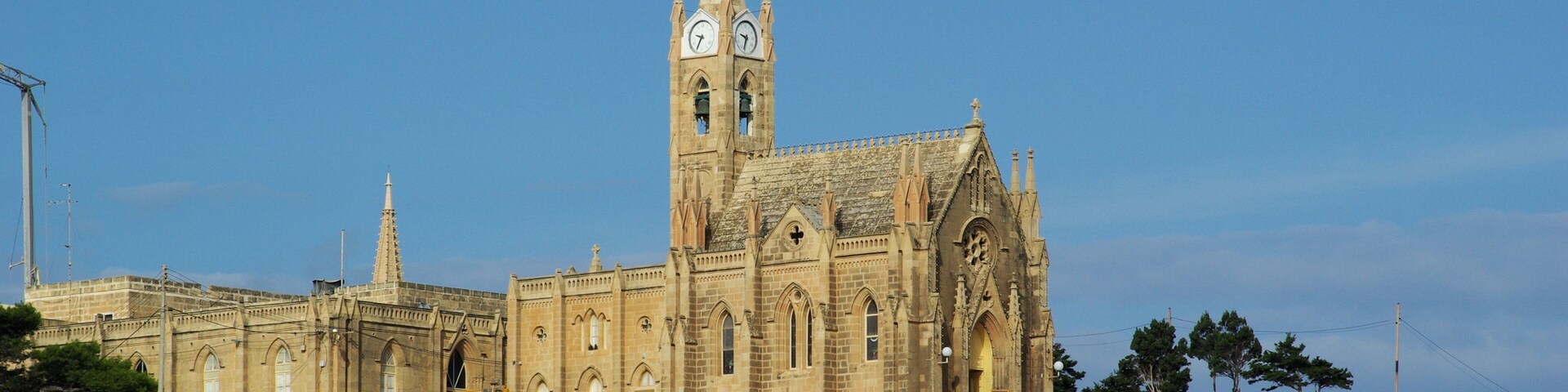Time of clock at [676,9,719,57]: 9:34
